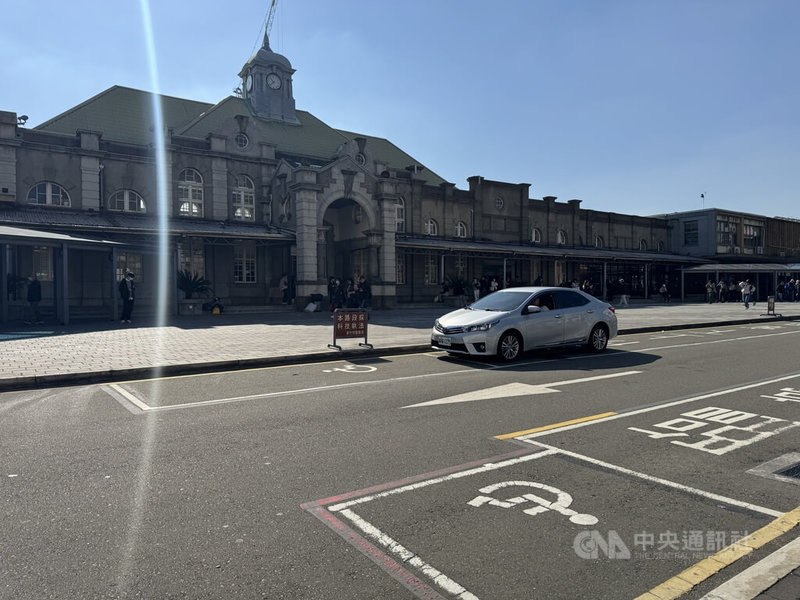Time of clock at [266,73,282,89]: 10:38
